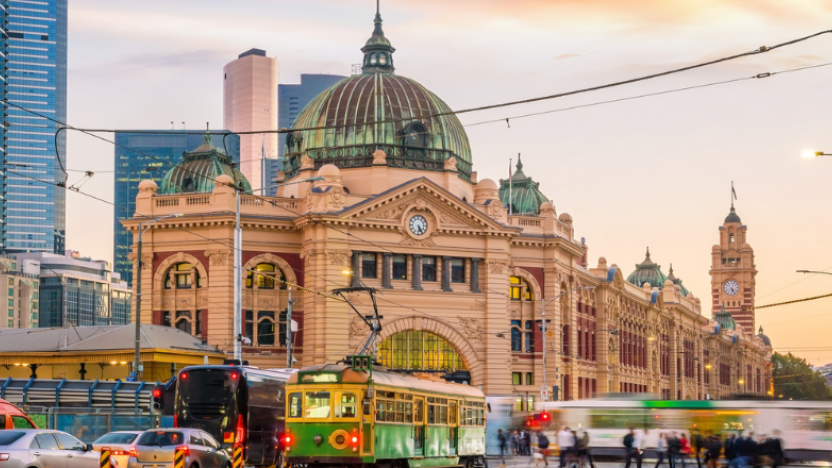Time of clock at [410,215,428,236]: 5:24
